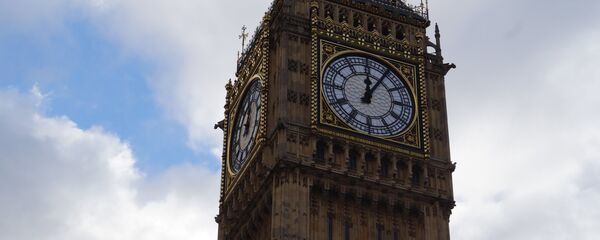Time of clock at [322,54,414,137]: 12:05
